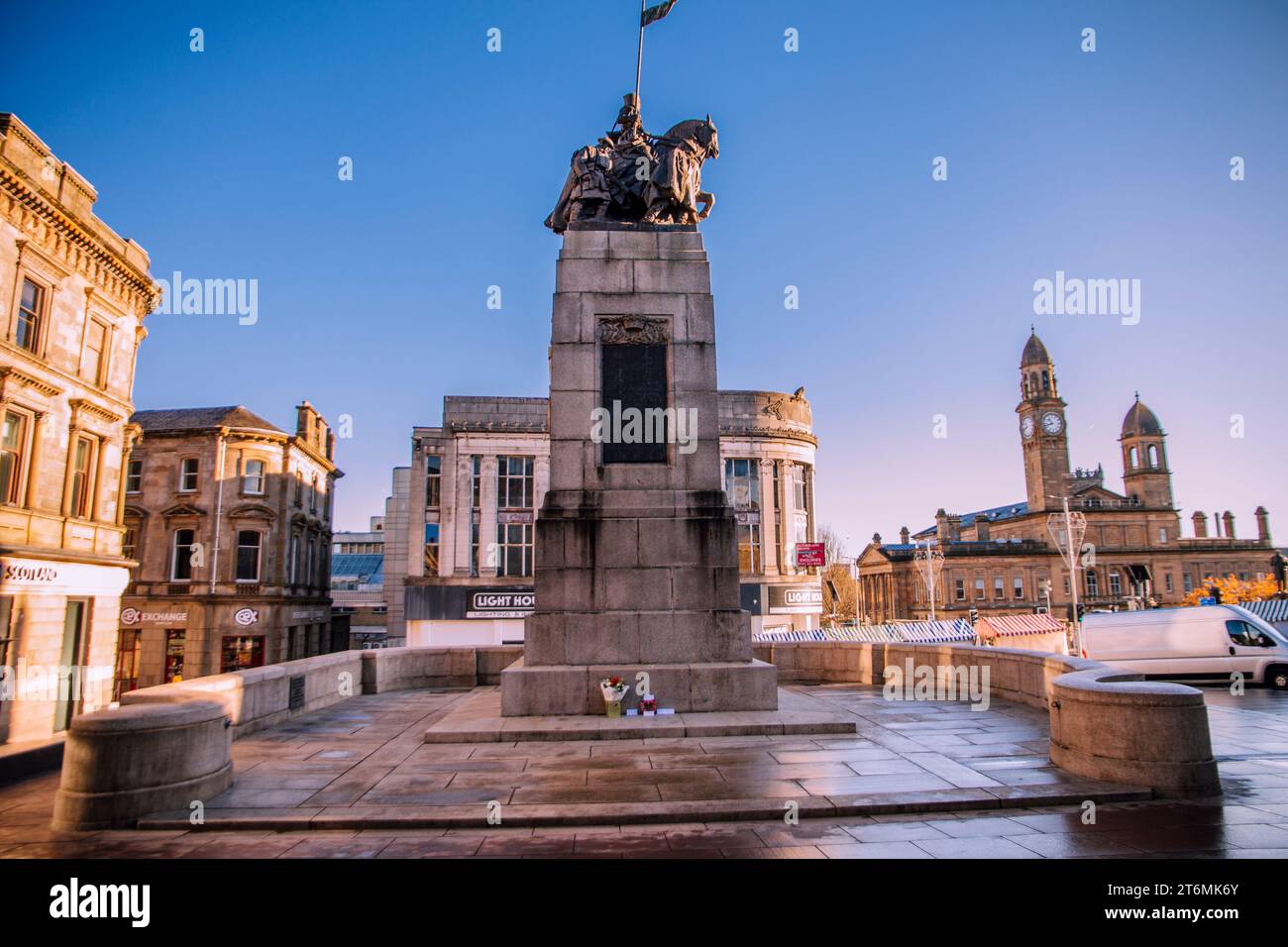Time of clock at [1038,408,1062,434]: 10:42
